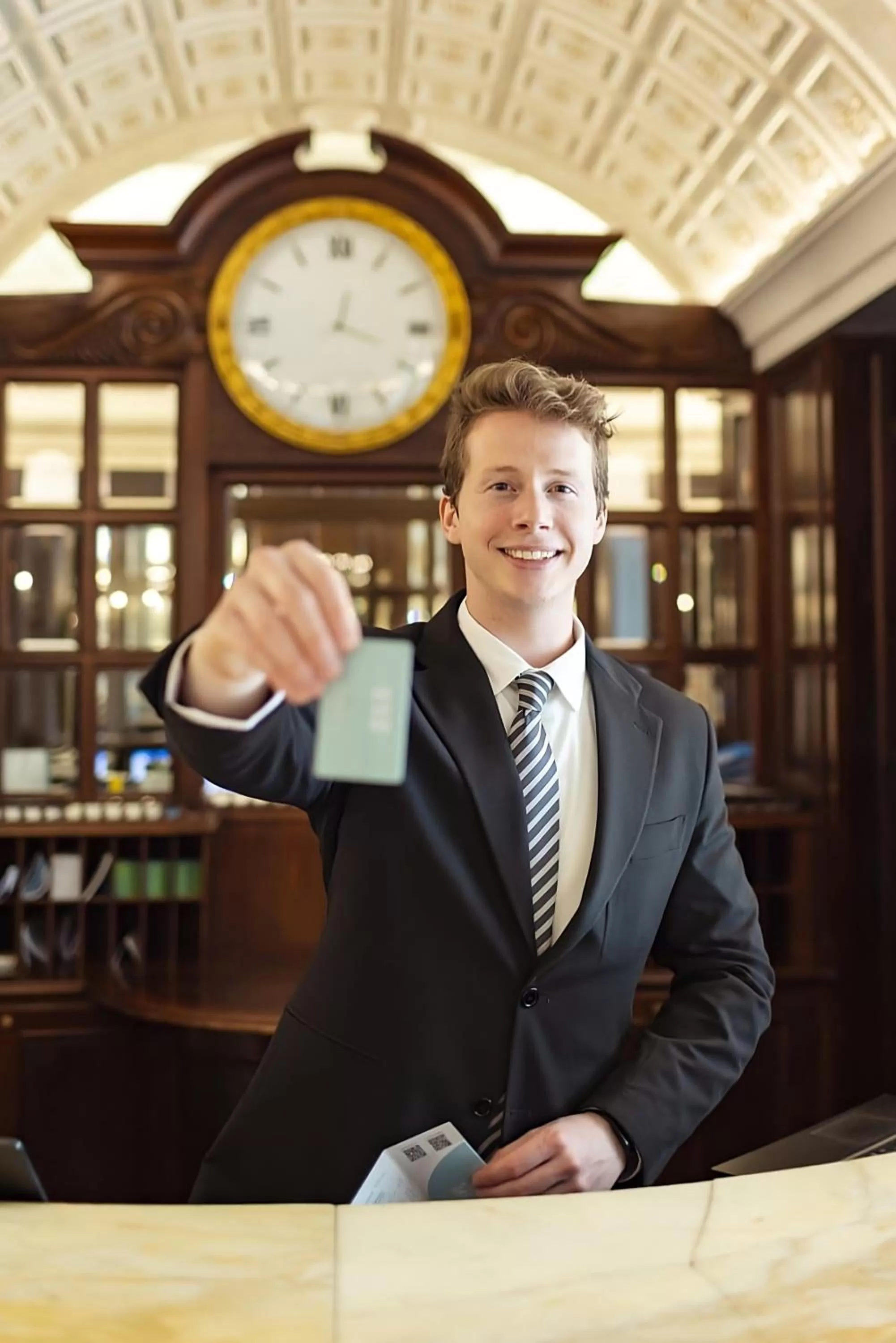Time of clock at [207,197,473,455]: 12:18
